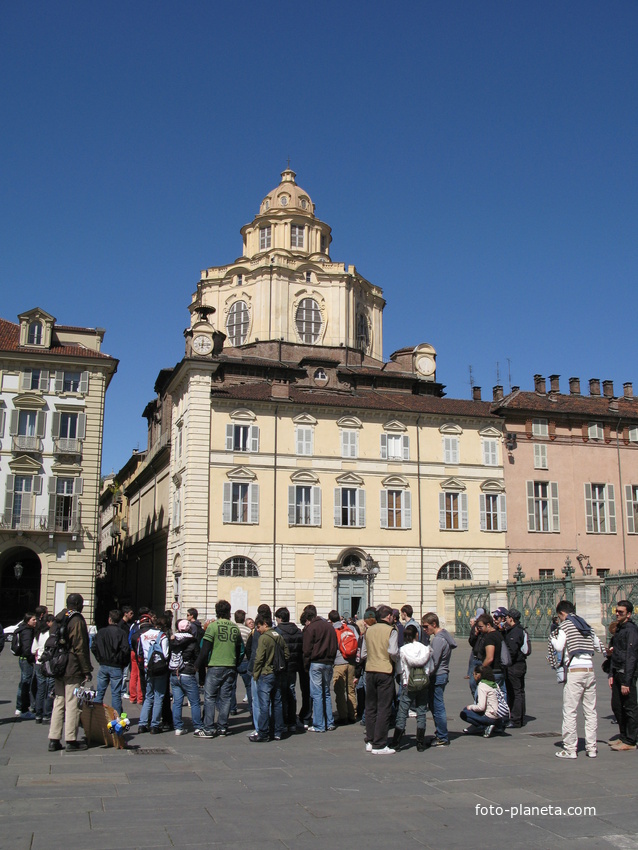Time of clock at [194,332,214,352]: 12:14
